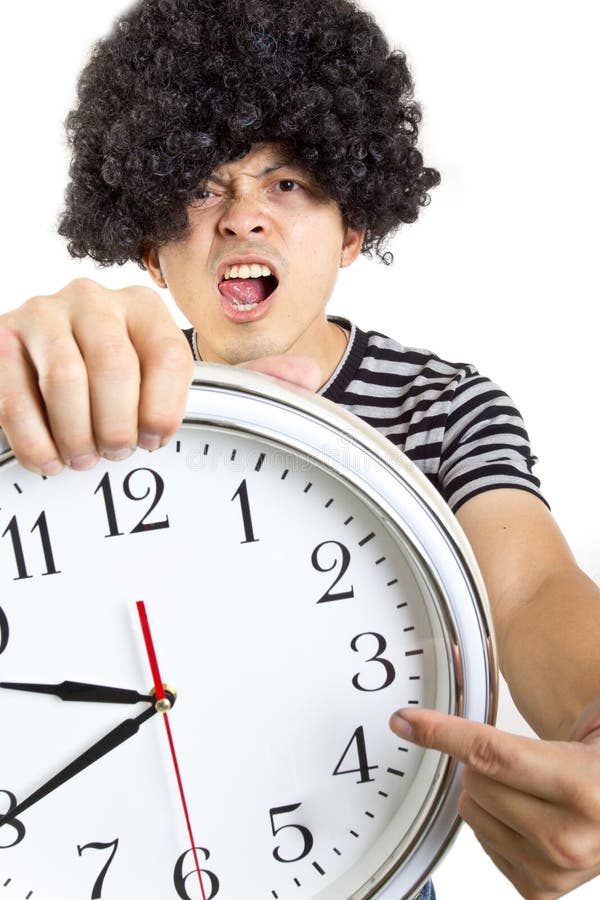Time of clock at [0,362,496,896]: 9:40
